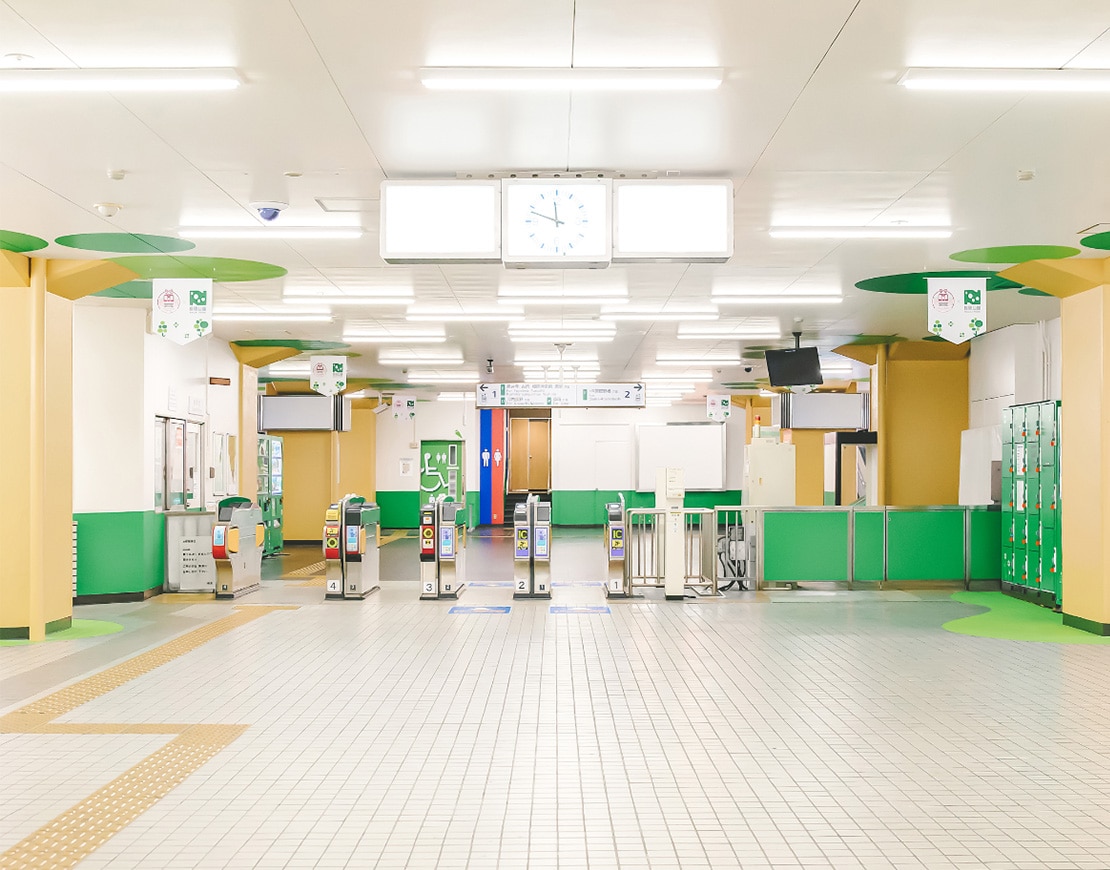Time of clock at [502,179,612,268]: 11:48
